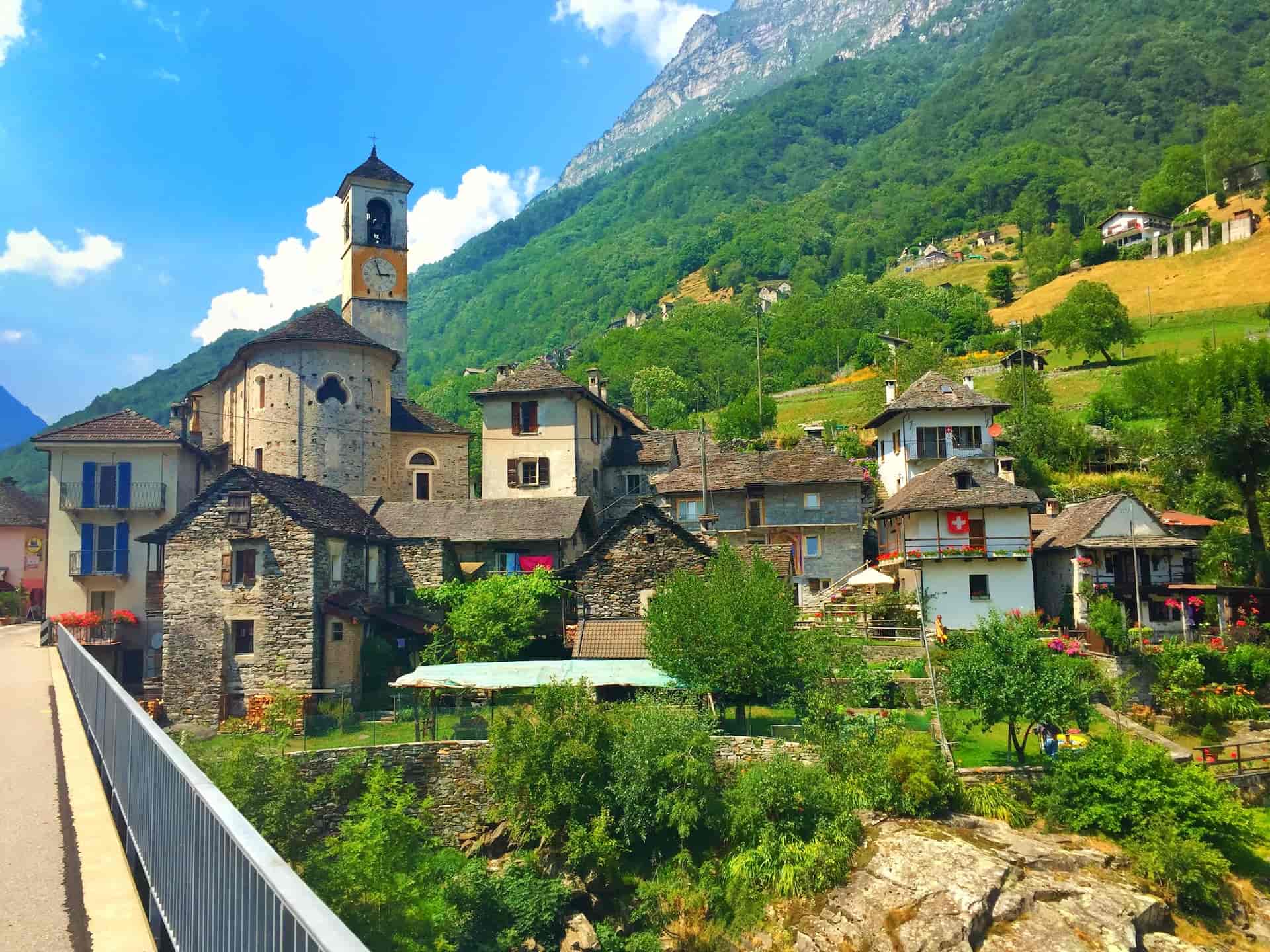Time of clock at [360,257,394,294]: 2:57
